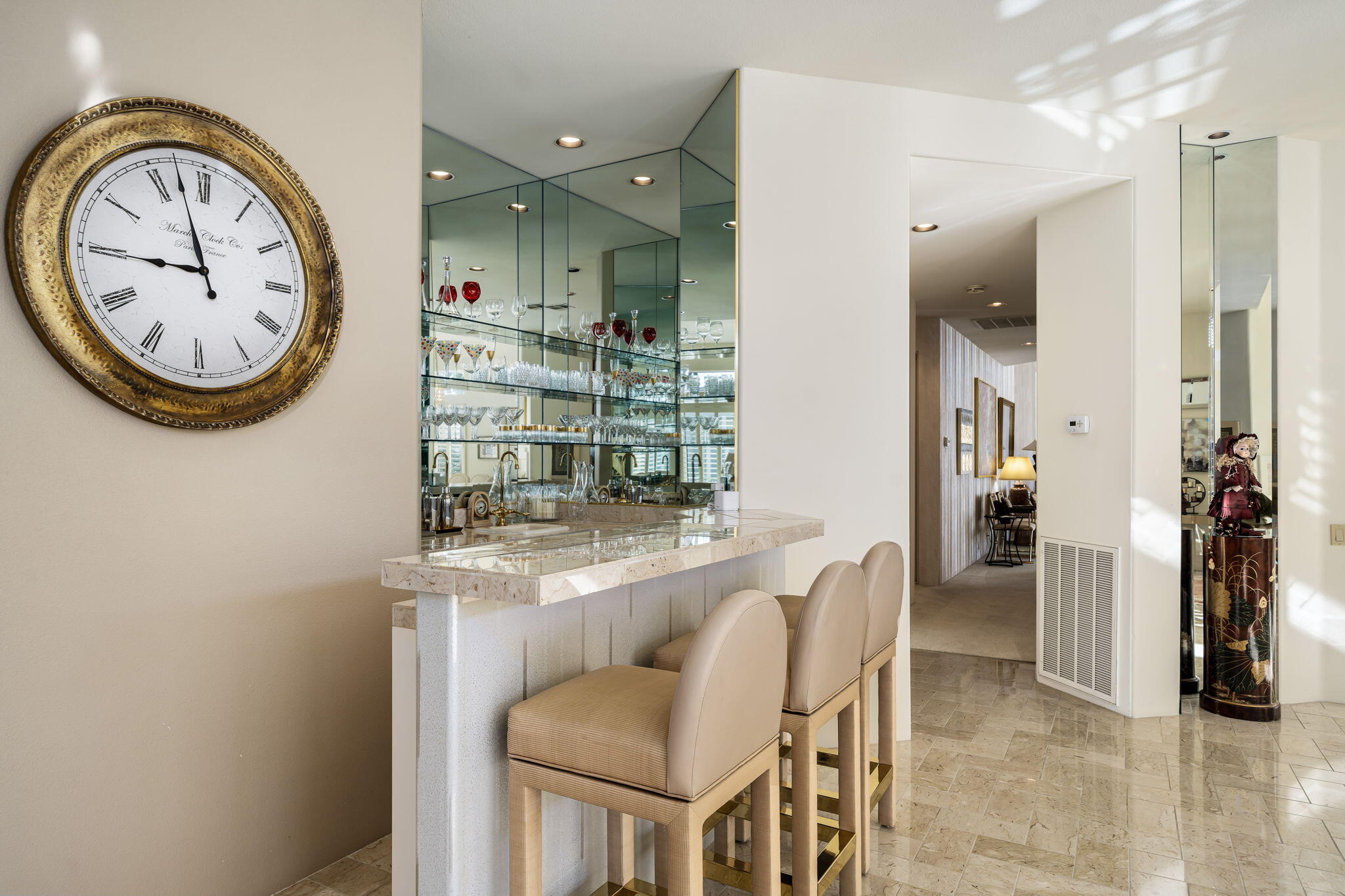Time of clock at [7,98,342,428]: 8:57
